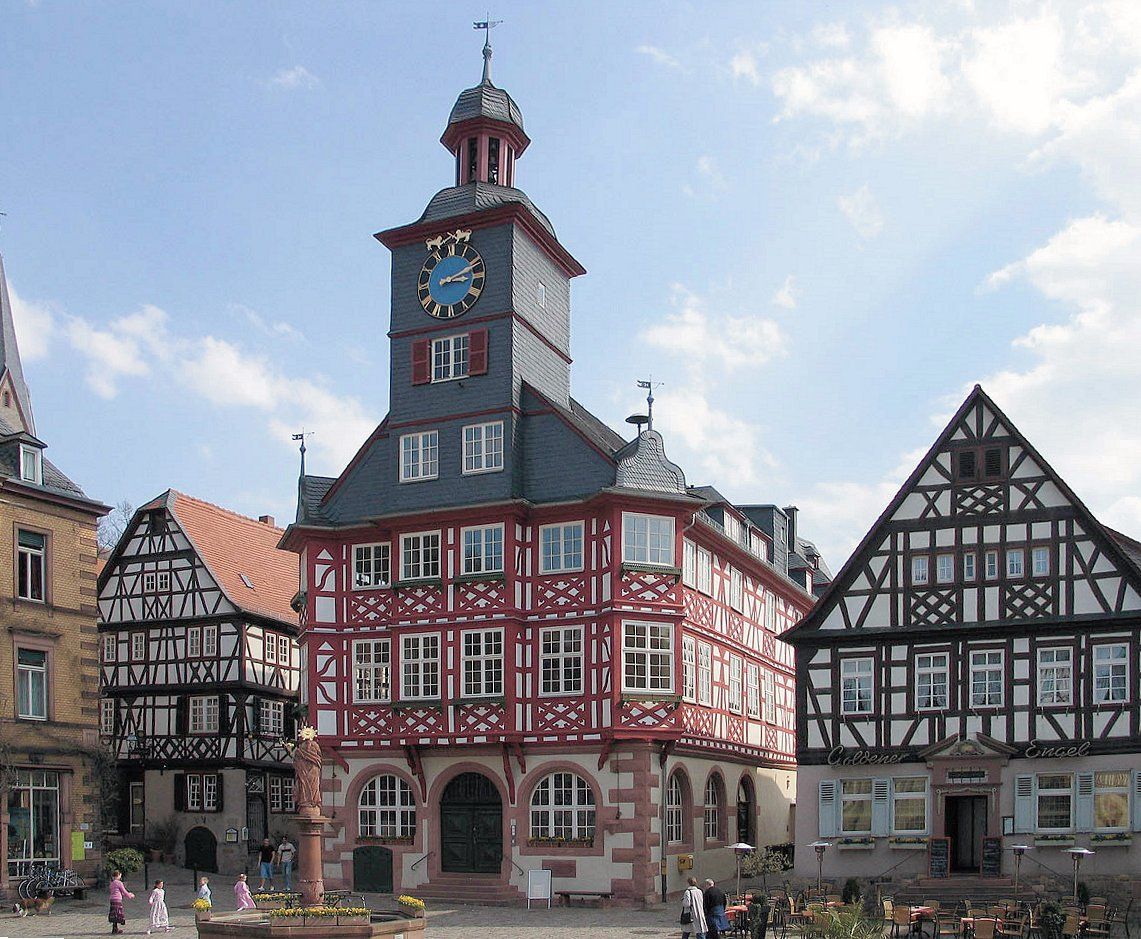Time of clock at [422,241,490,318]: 3:11
